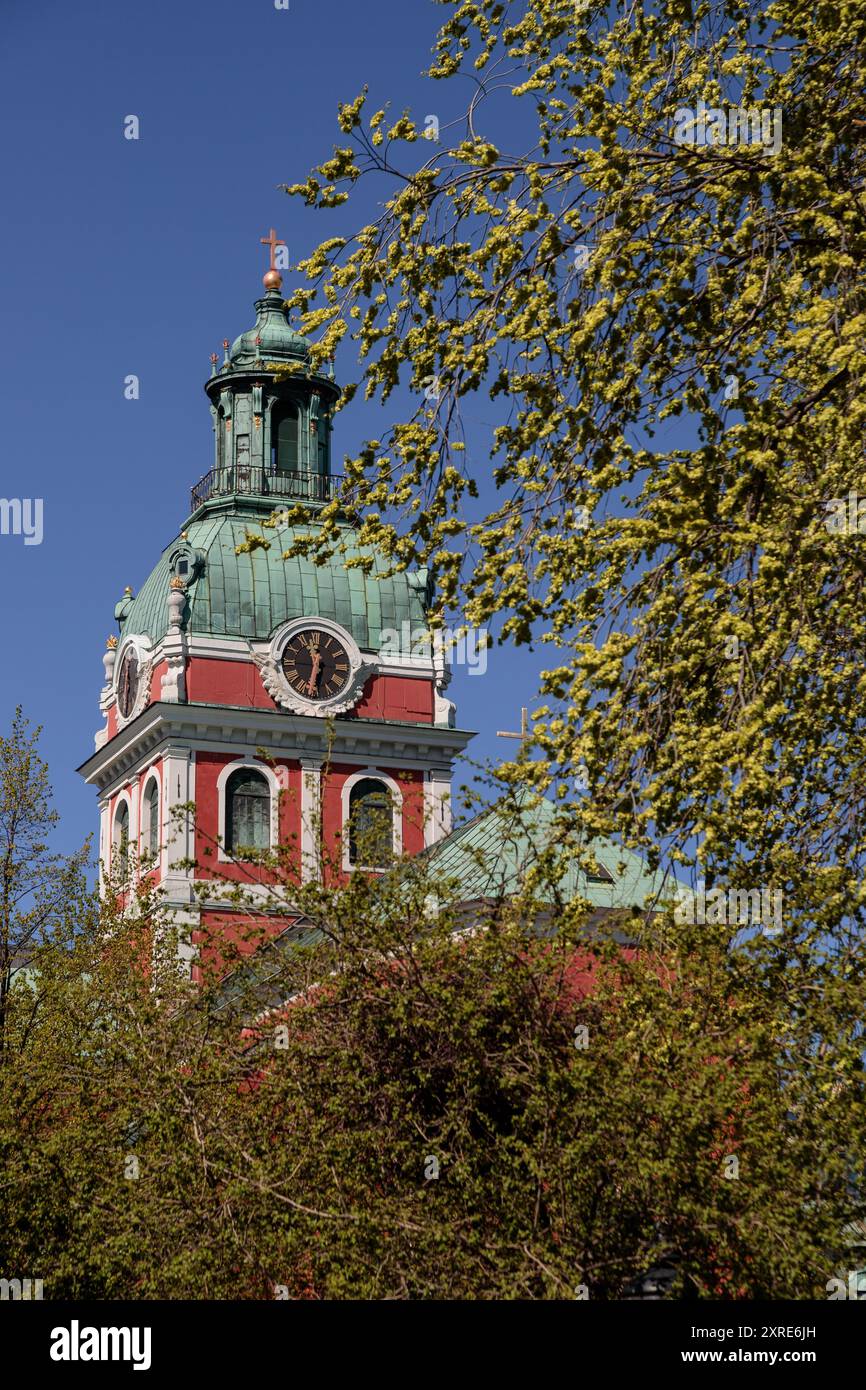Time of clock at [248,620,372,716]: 11:32
